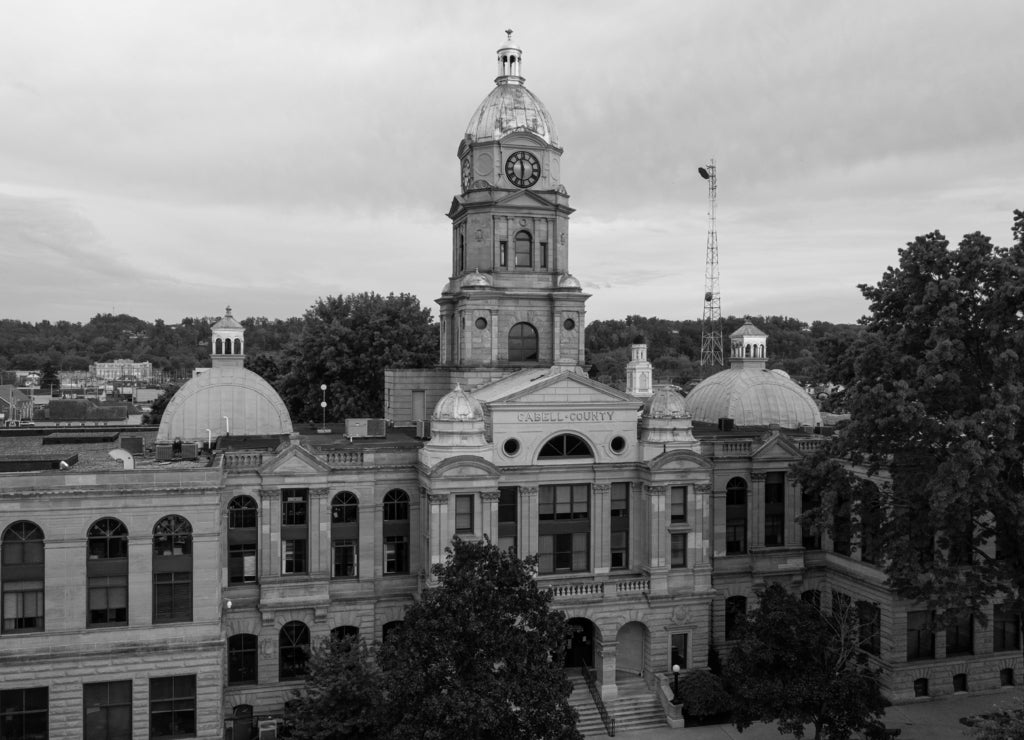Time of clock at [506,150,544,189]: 11:31
